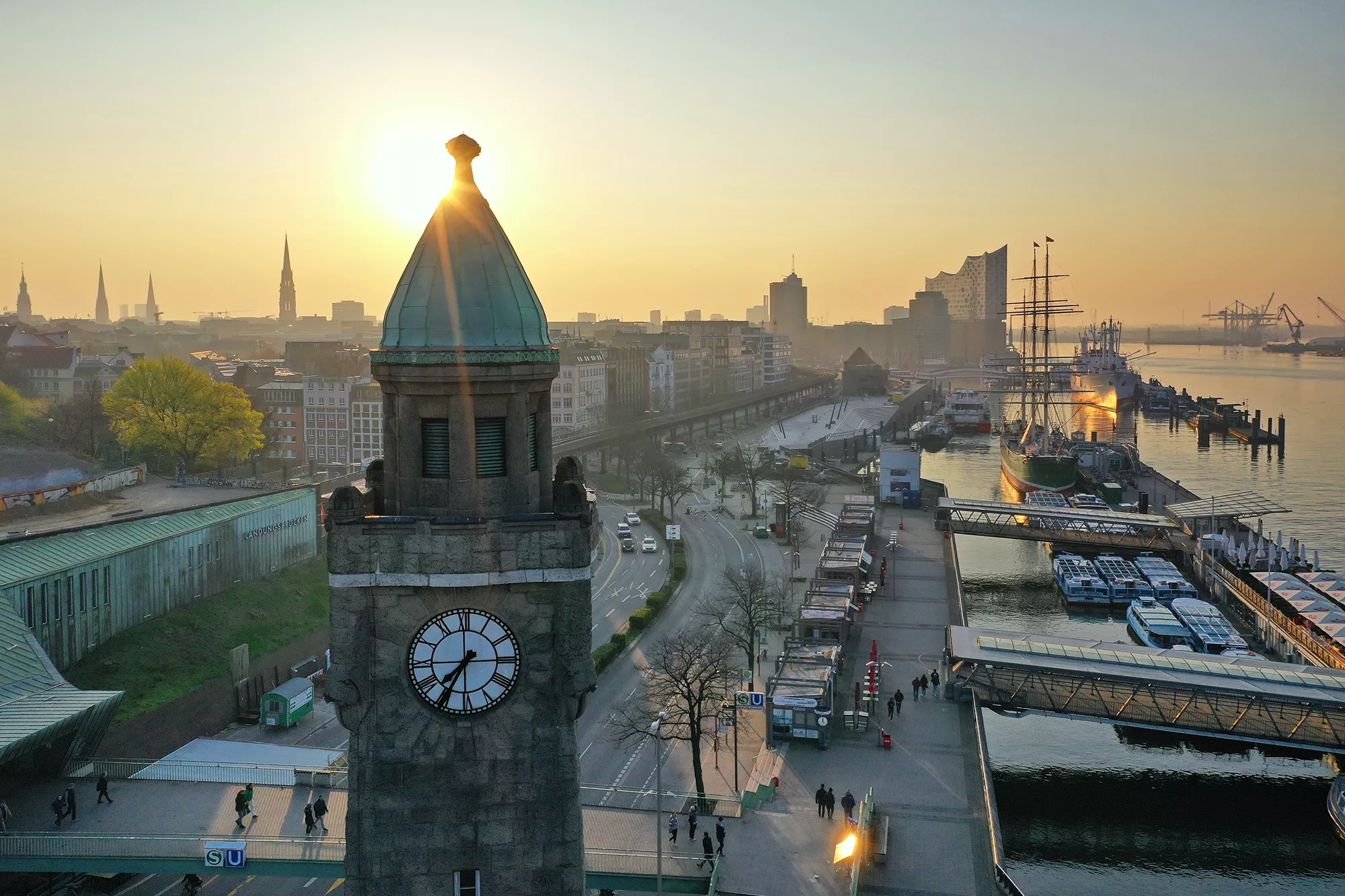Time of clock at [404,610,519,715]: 7:34
